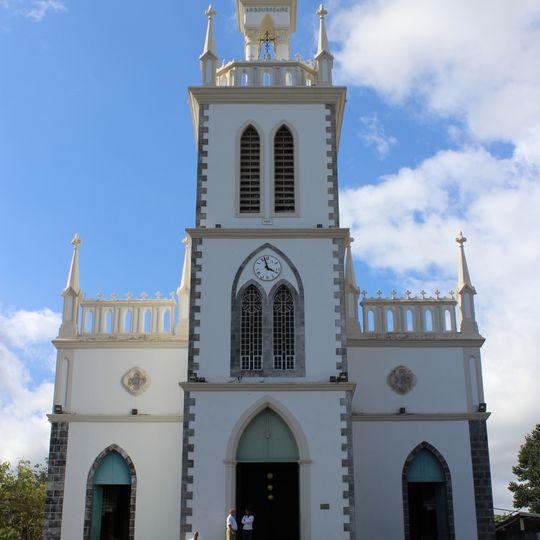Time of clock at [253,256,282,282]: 3:58
